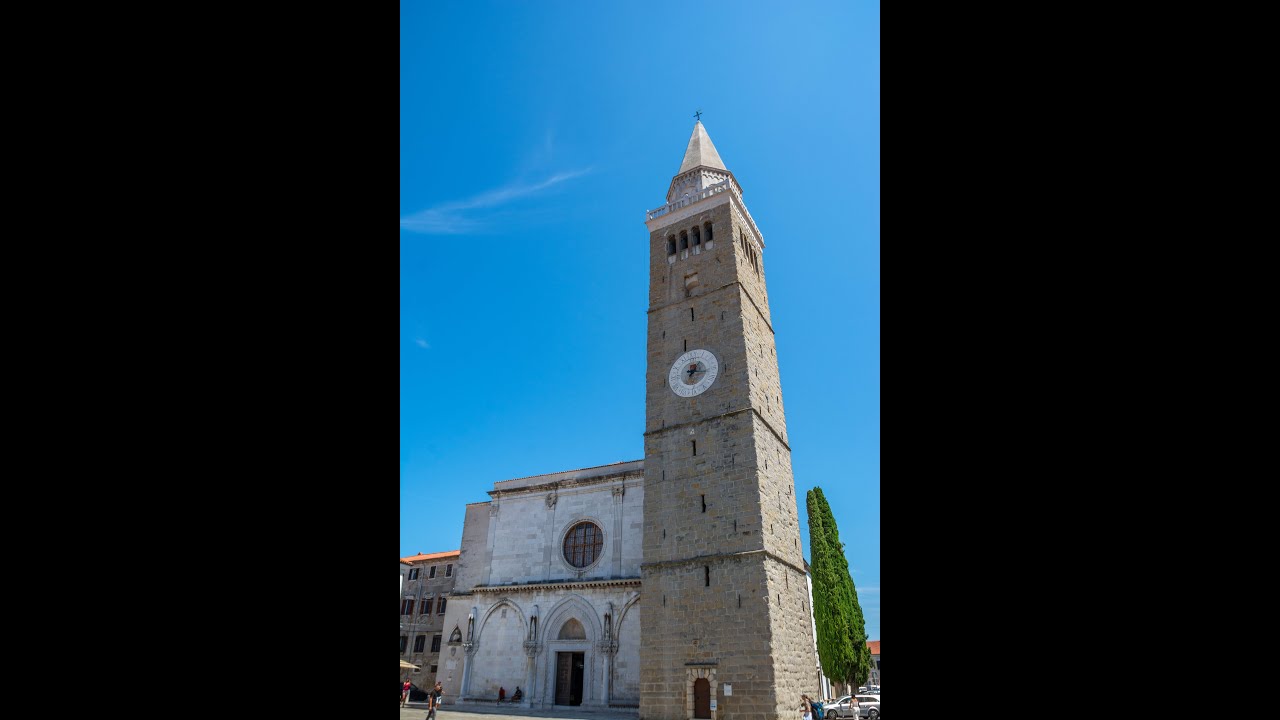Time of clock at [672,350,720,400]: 1:16
